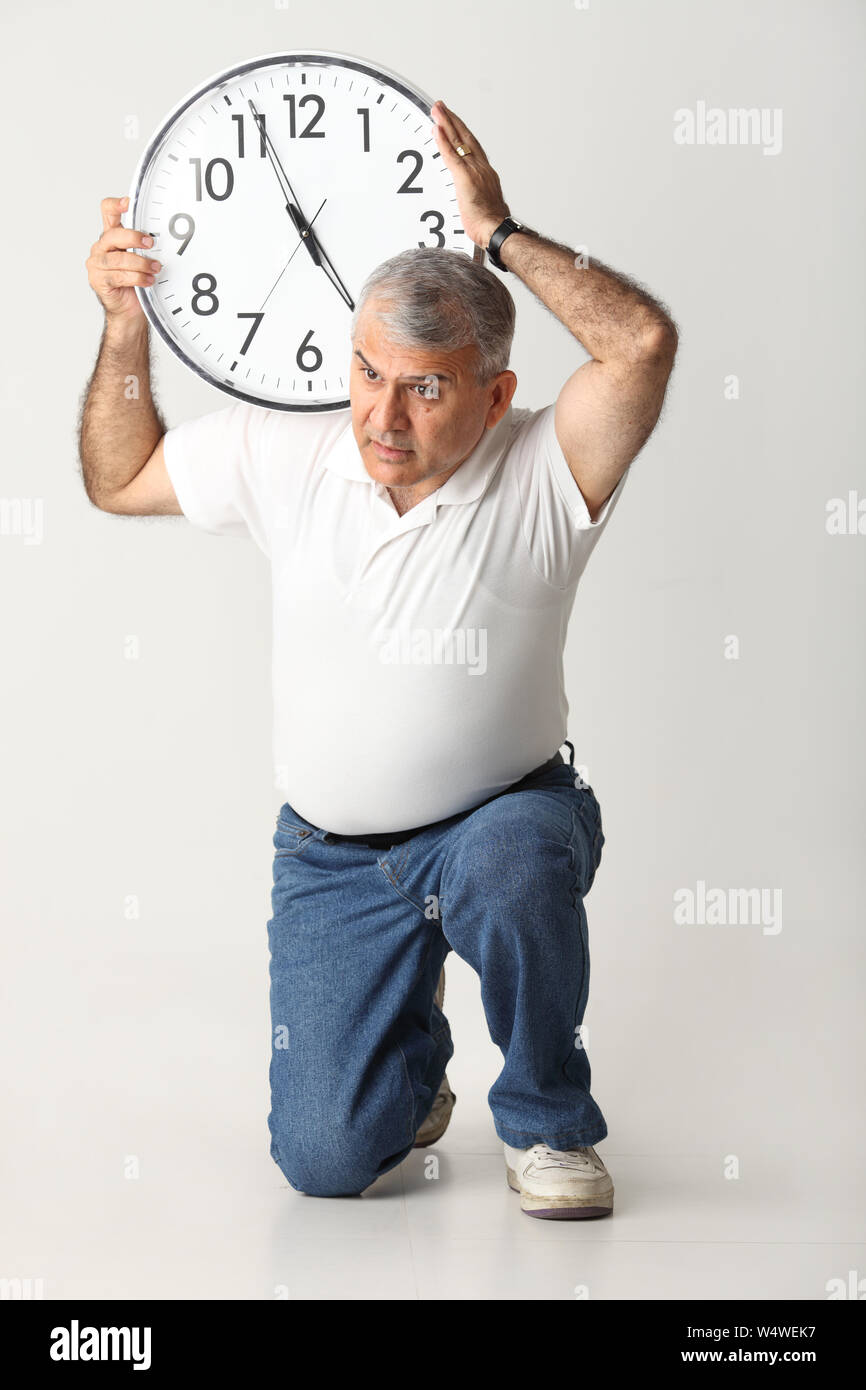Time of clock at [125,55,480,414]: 4:56
